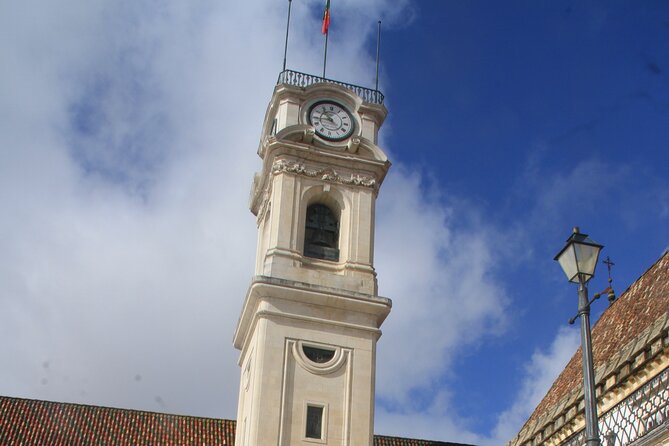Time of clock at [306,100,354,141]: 10:43
